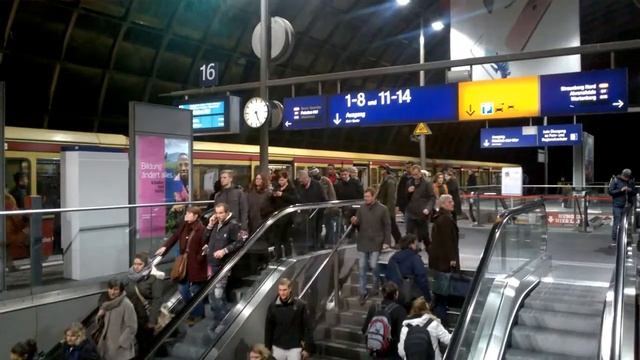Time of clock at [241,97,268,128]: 5:26
